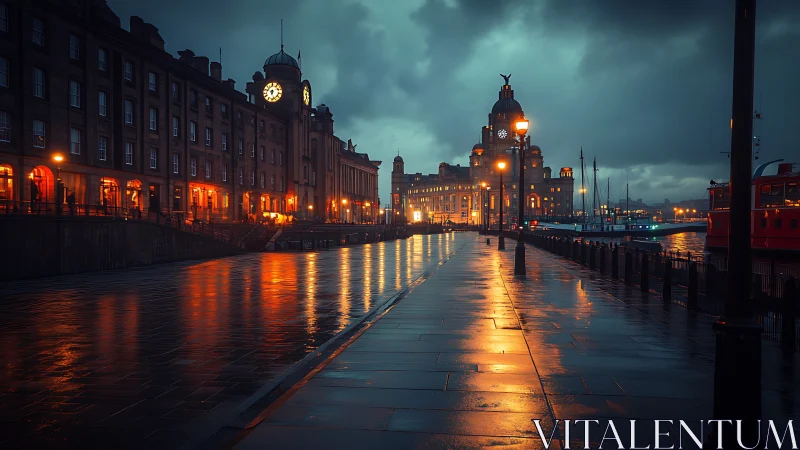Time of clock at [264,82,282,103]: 6:27
